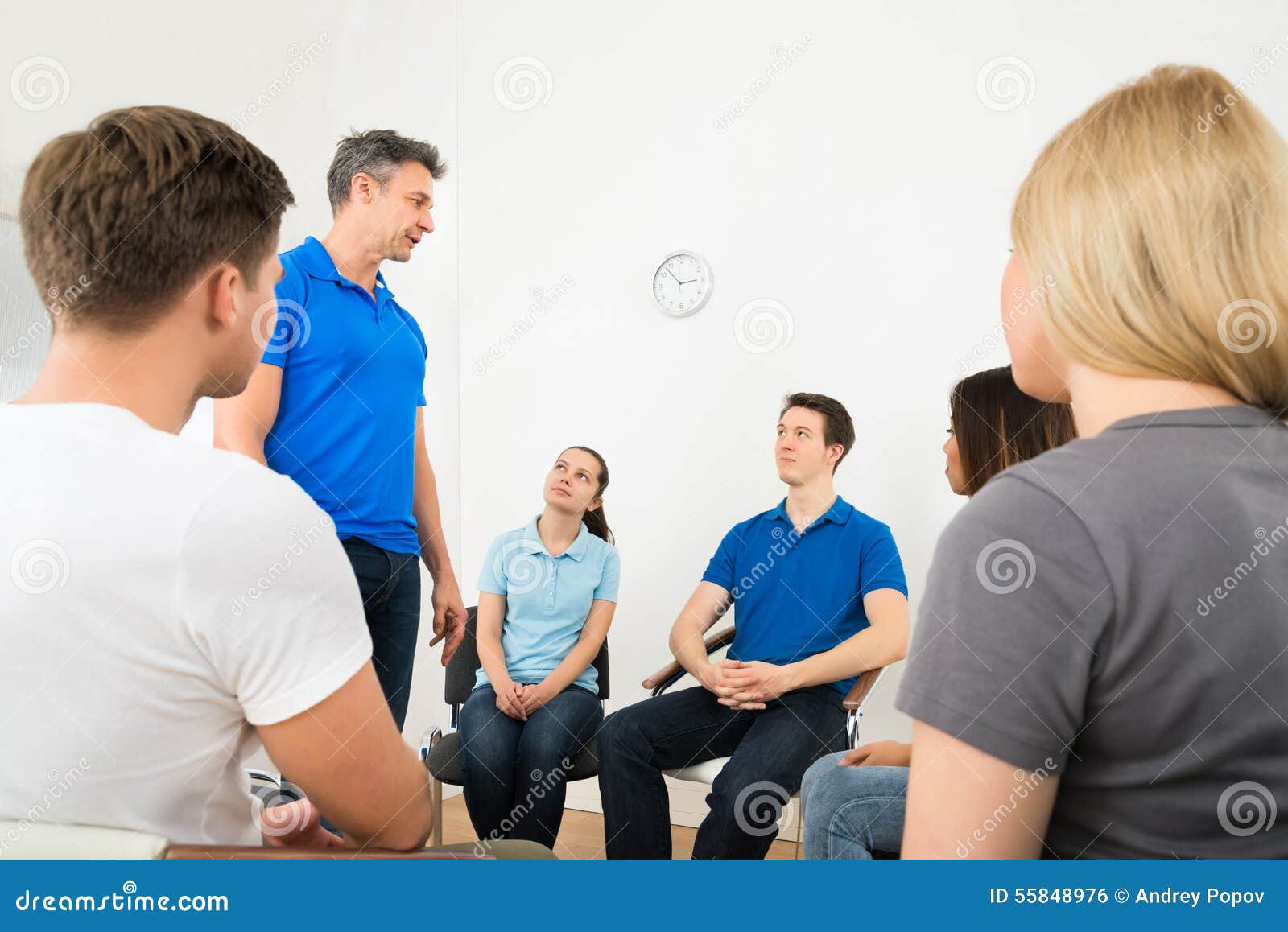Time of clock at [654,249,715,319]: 2:53
